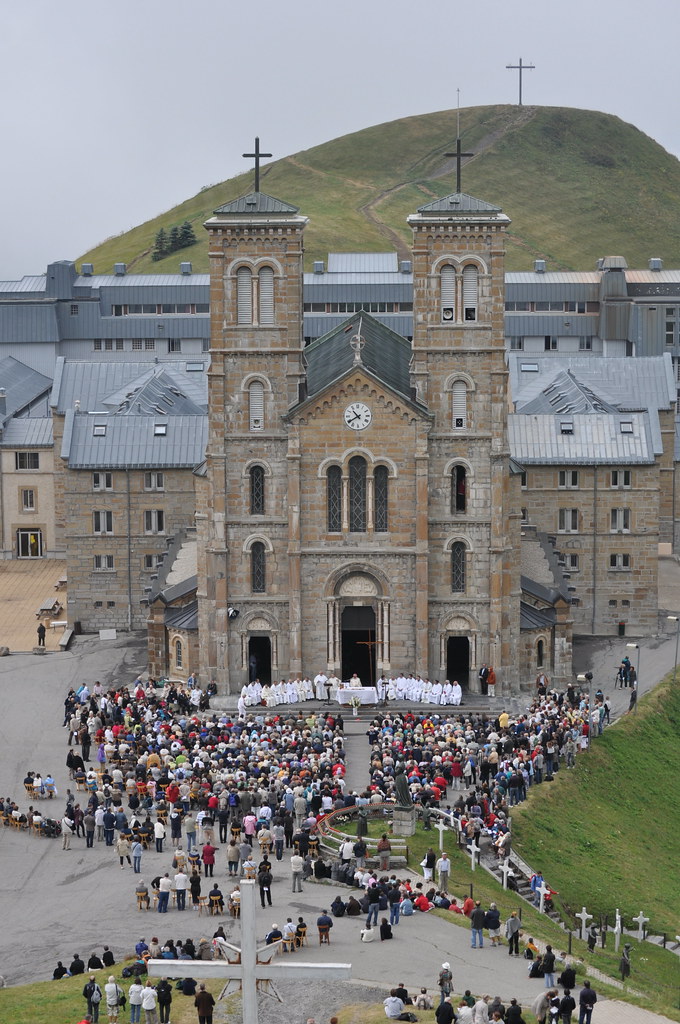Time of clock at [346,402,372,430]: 10:39
